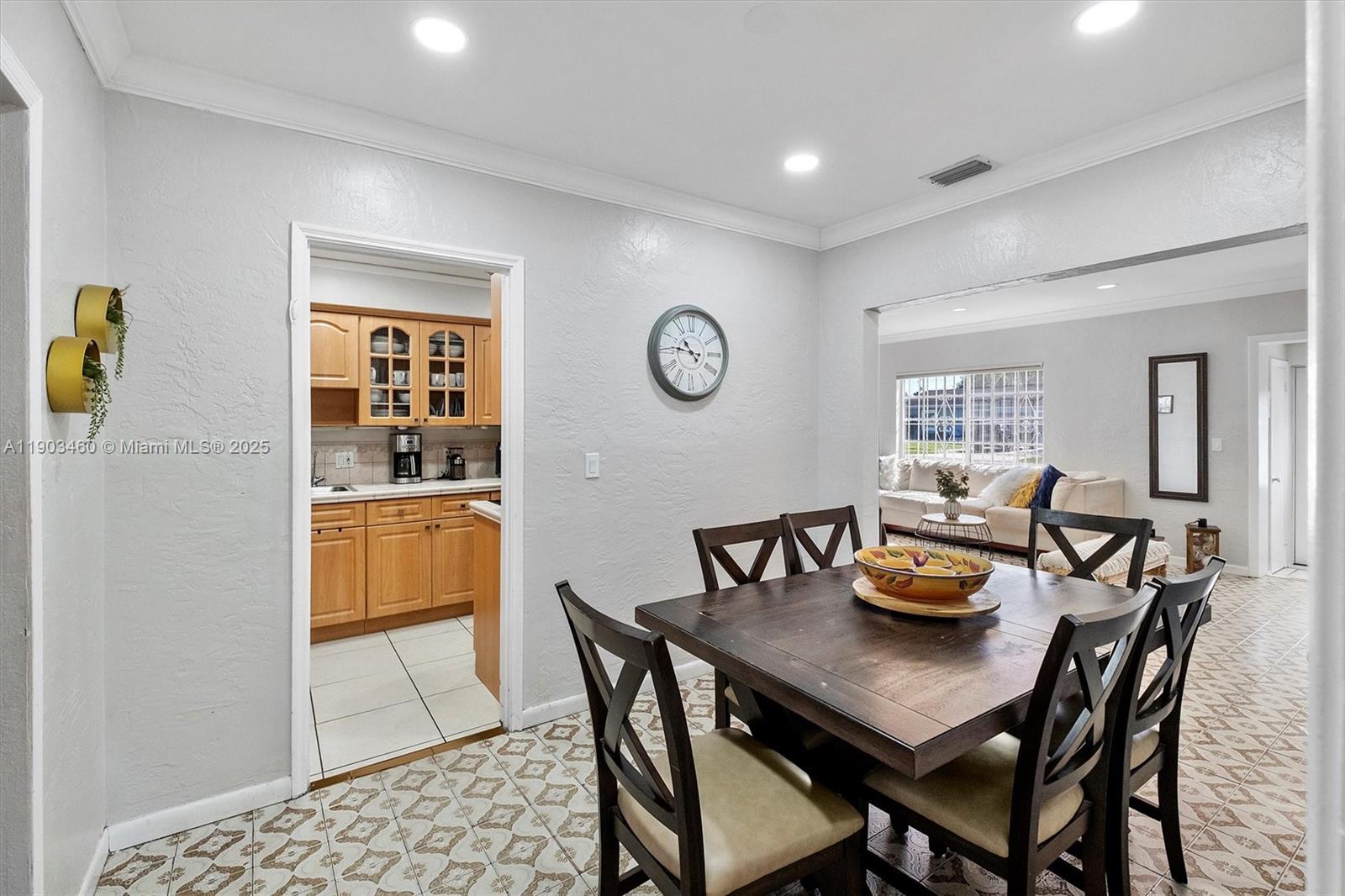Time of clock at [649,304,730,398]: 10:46
